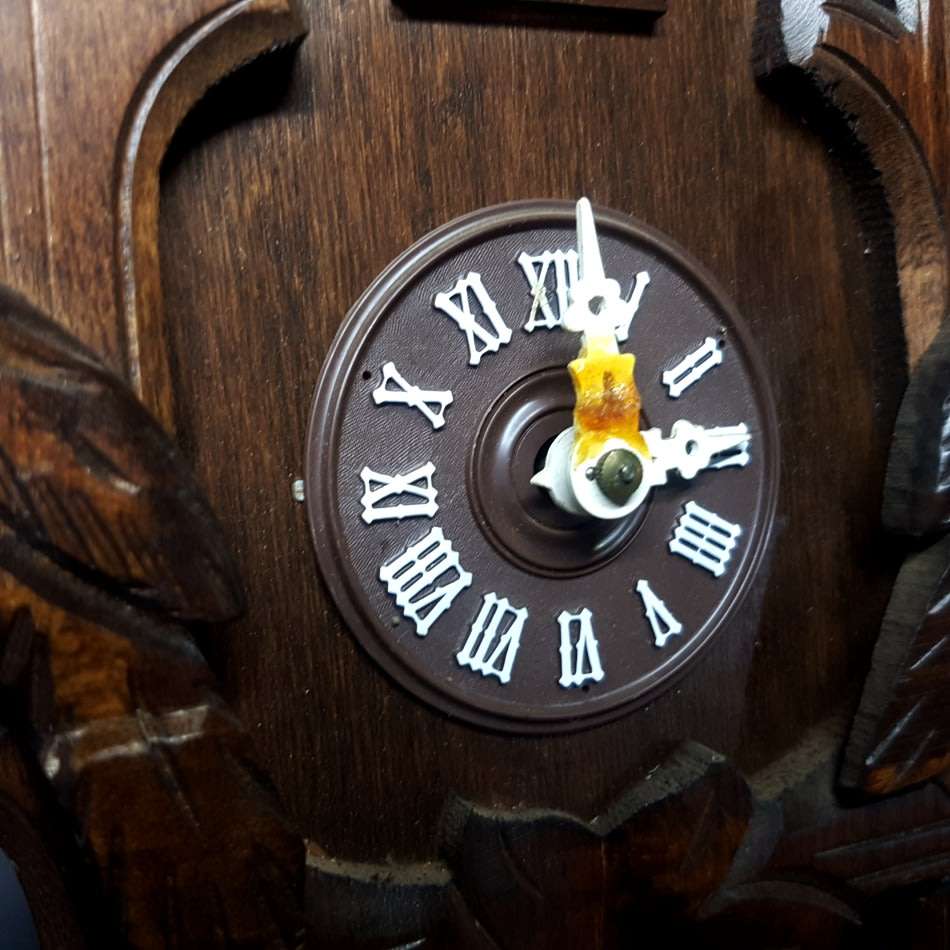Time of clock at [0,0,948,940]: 12:14
